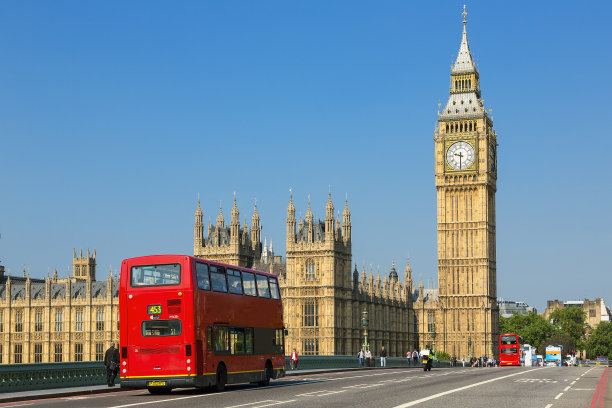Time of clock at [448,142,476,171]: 9:30
